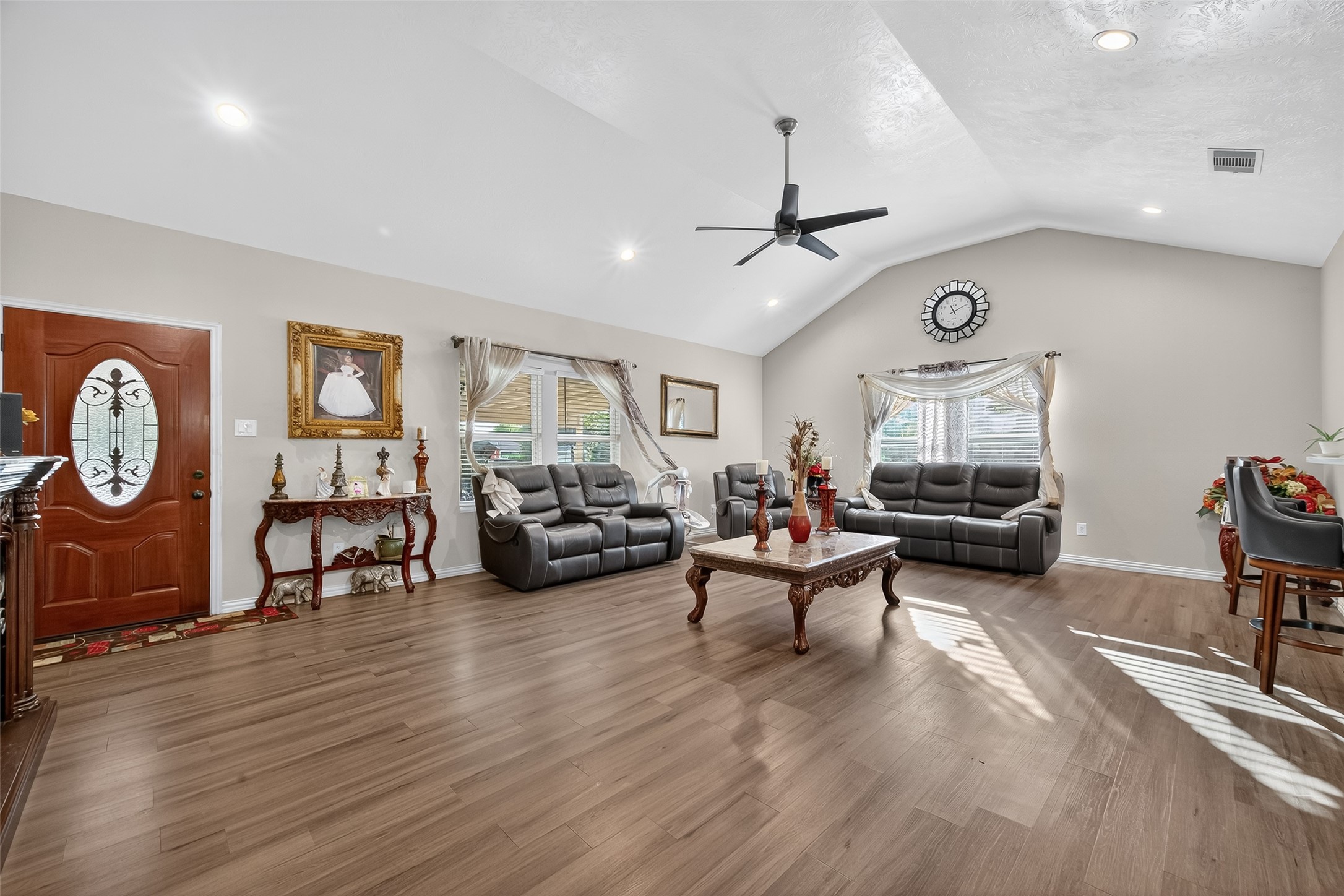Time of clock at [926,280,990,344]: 11:10
